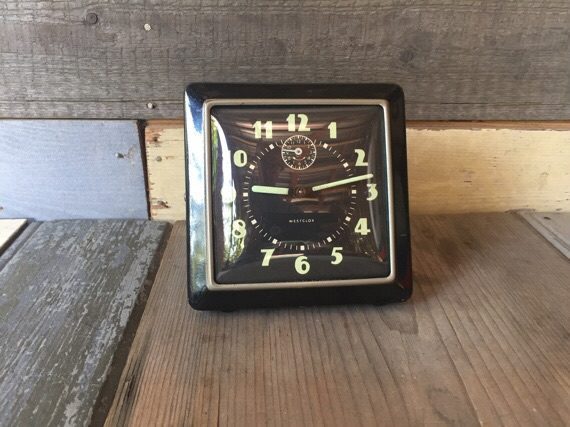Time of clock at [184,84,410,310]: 9:12
